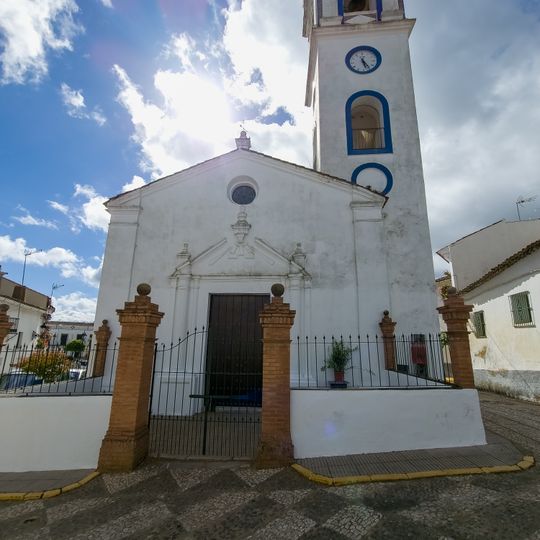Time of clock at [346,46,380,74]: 5:23
